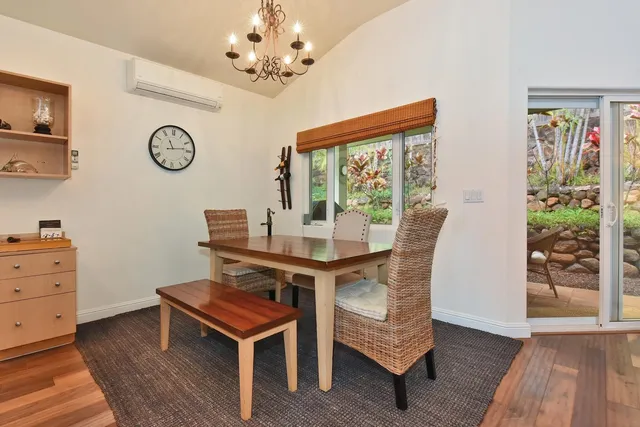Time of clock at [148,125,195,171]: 11:13
